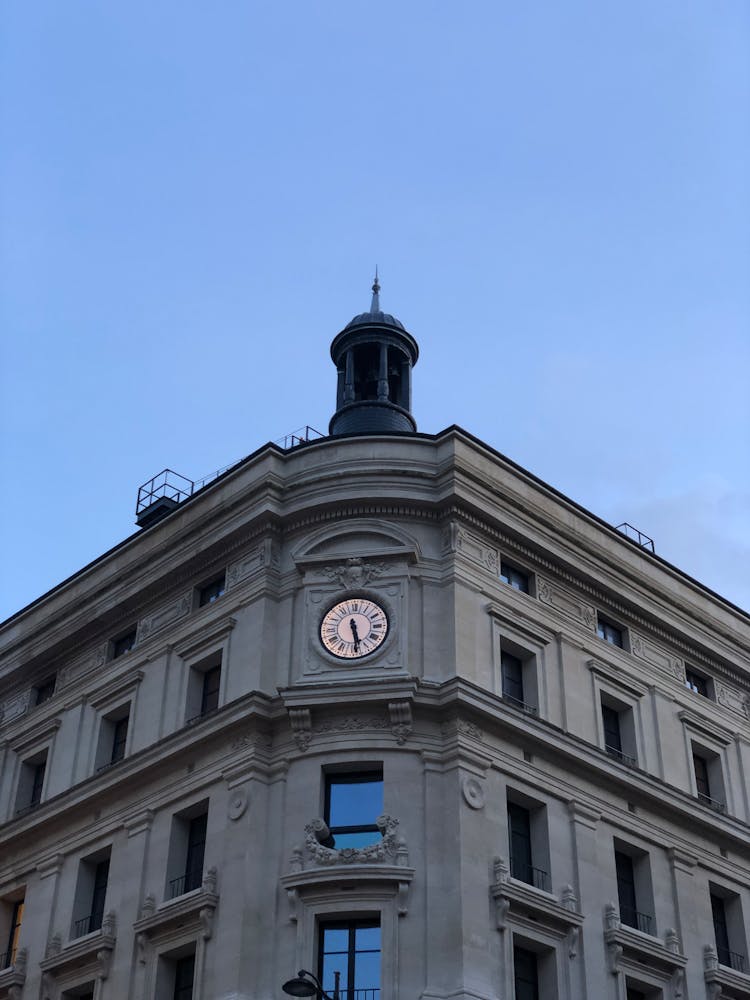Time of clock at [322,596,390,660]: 5:29
